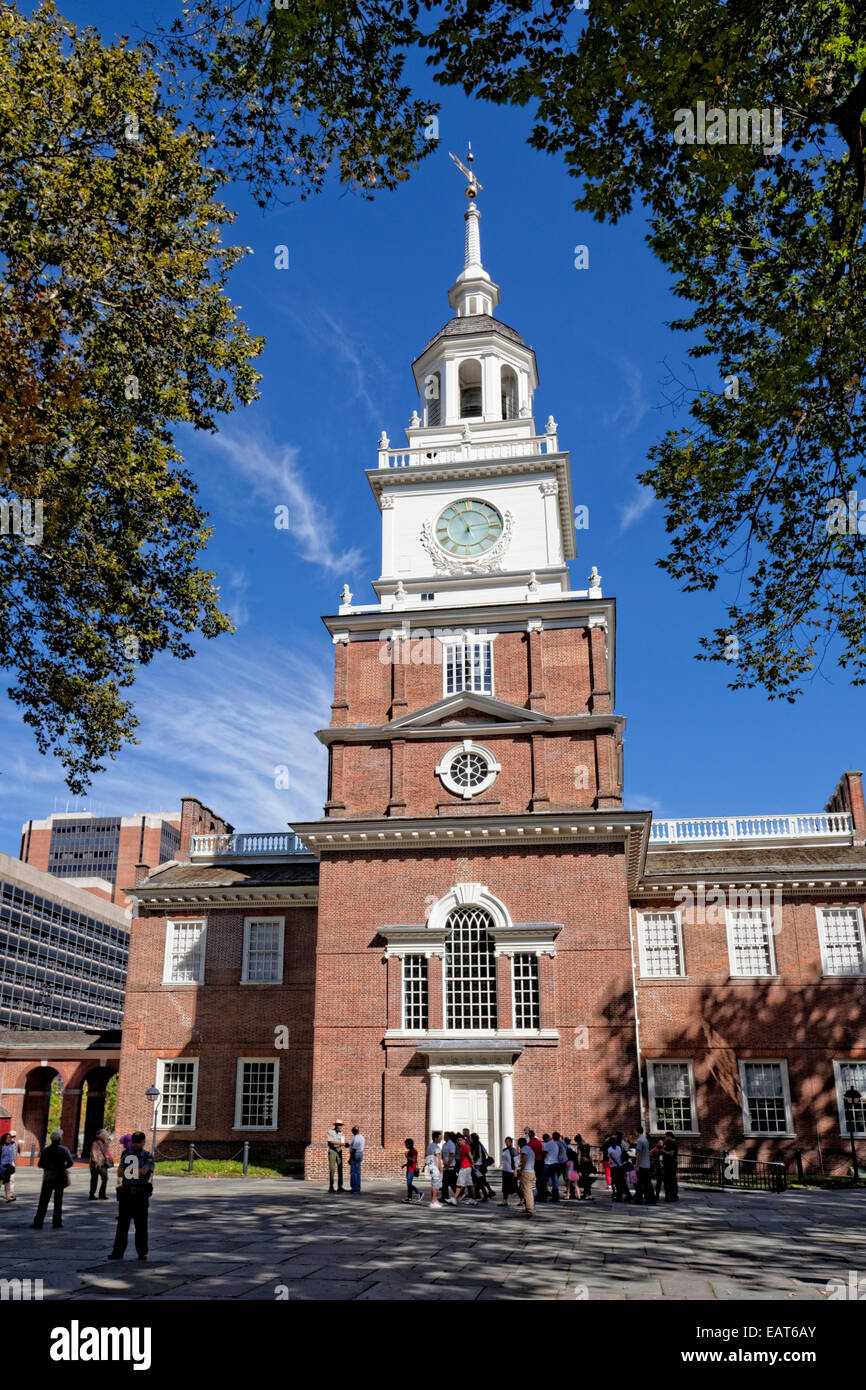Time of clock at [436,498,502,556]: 11:13
